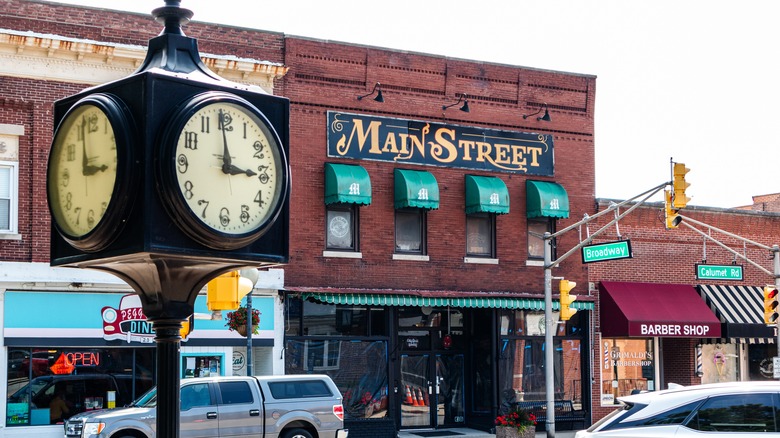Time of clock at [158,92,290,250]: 2:58
